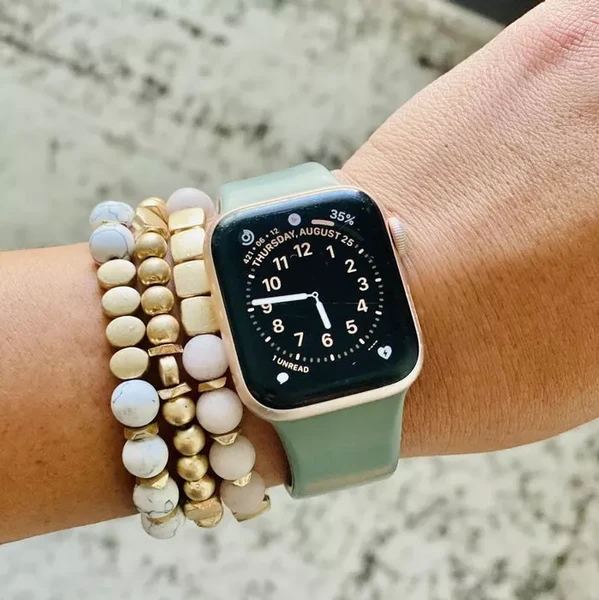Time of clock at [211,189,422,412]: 5:45
